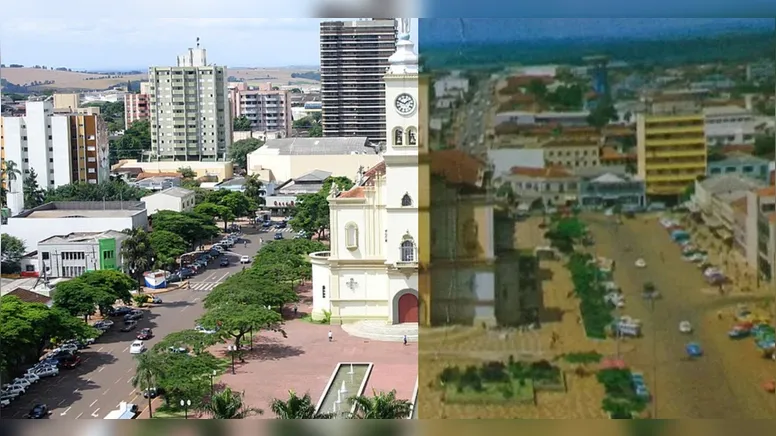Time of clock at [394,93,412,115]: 1:48
